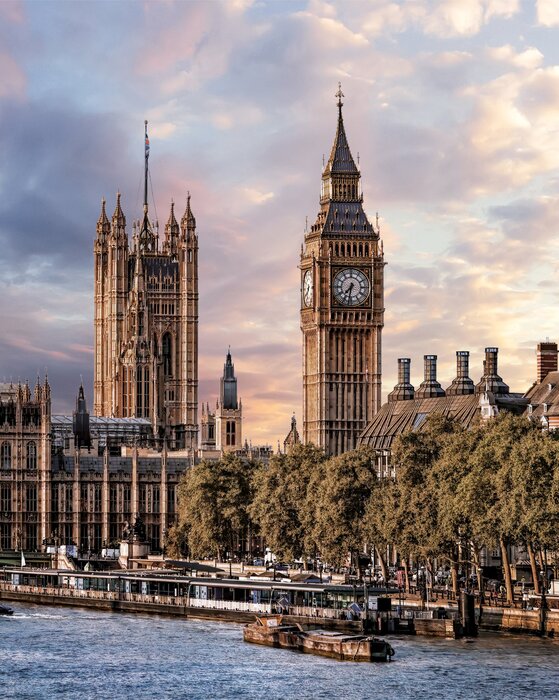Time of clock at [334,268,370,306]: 7:32
